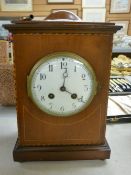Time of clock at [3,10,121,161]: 4:01
